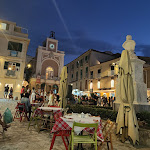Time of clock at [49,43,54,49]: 8:27
